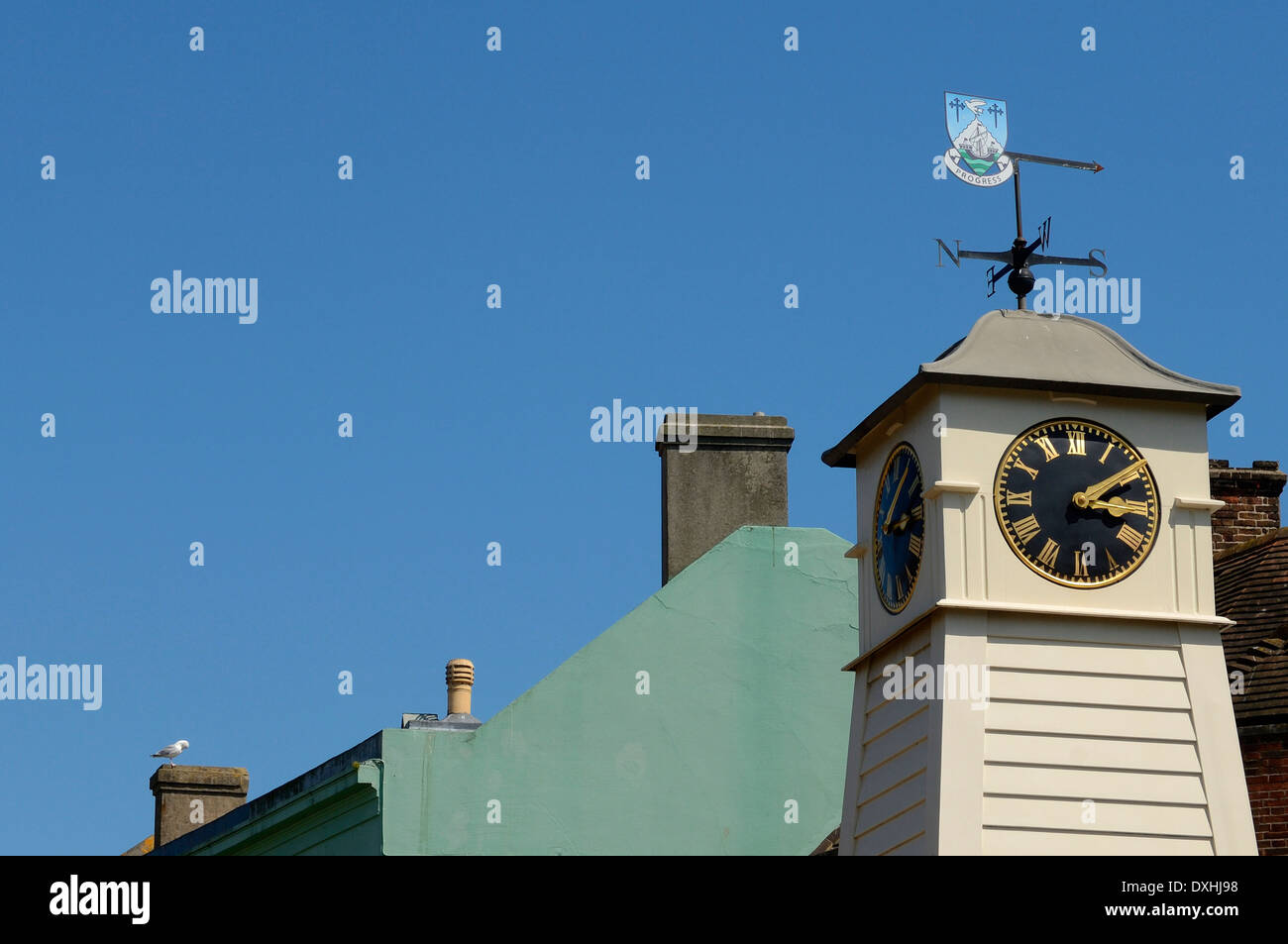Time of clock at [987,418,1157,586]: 3:09
